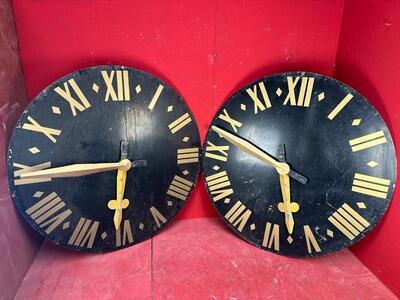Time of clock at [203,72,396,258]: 5:48
